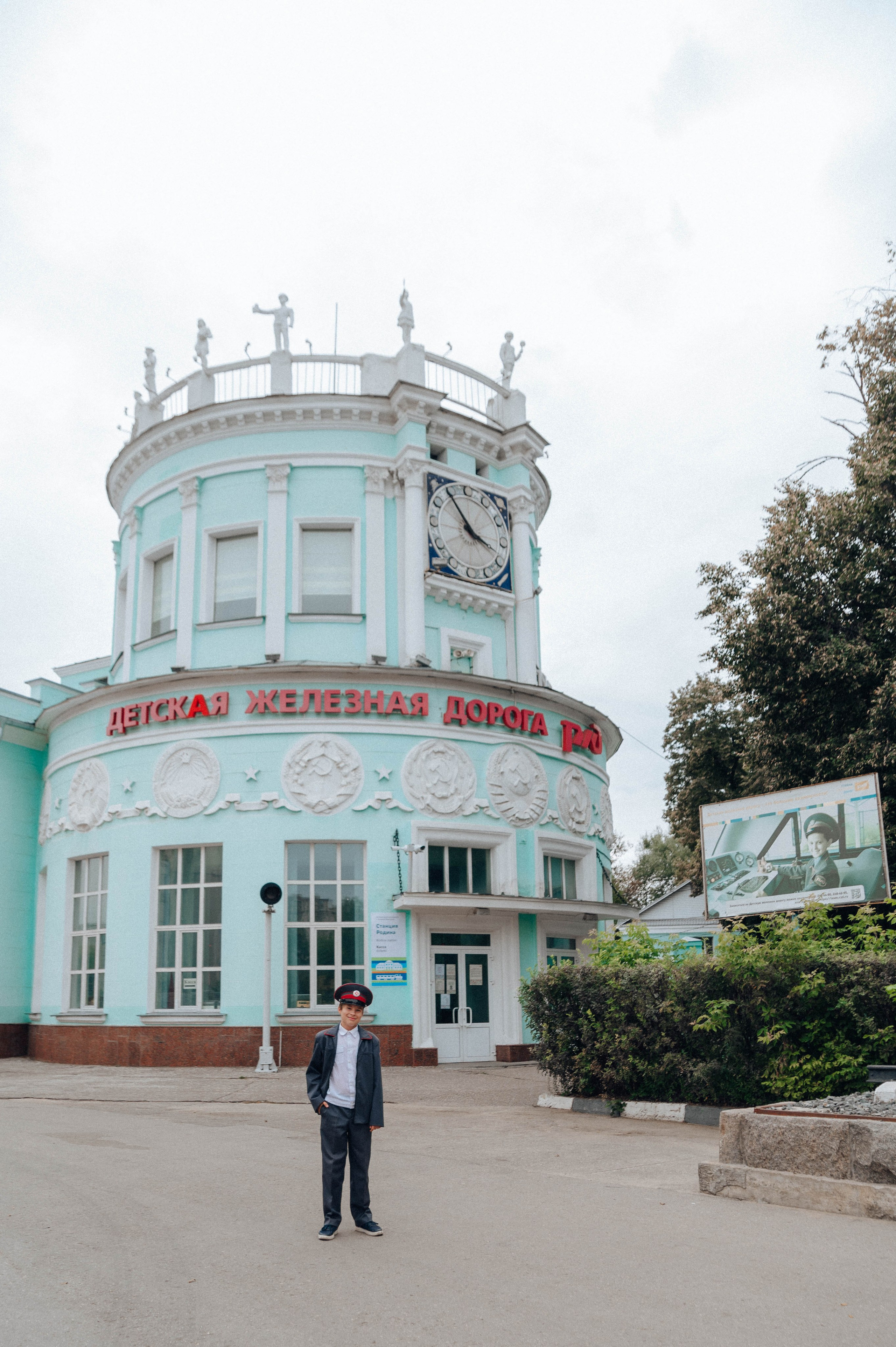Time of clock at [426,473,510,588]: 3:54
